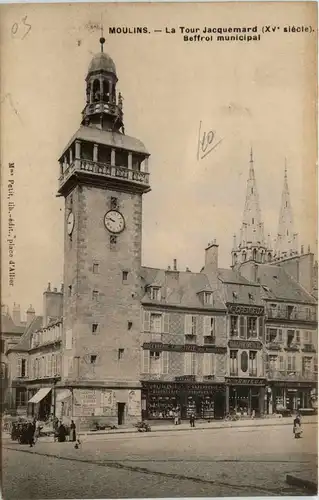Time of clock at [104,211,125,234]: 9:47
